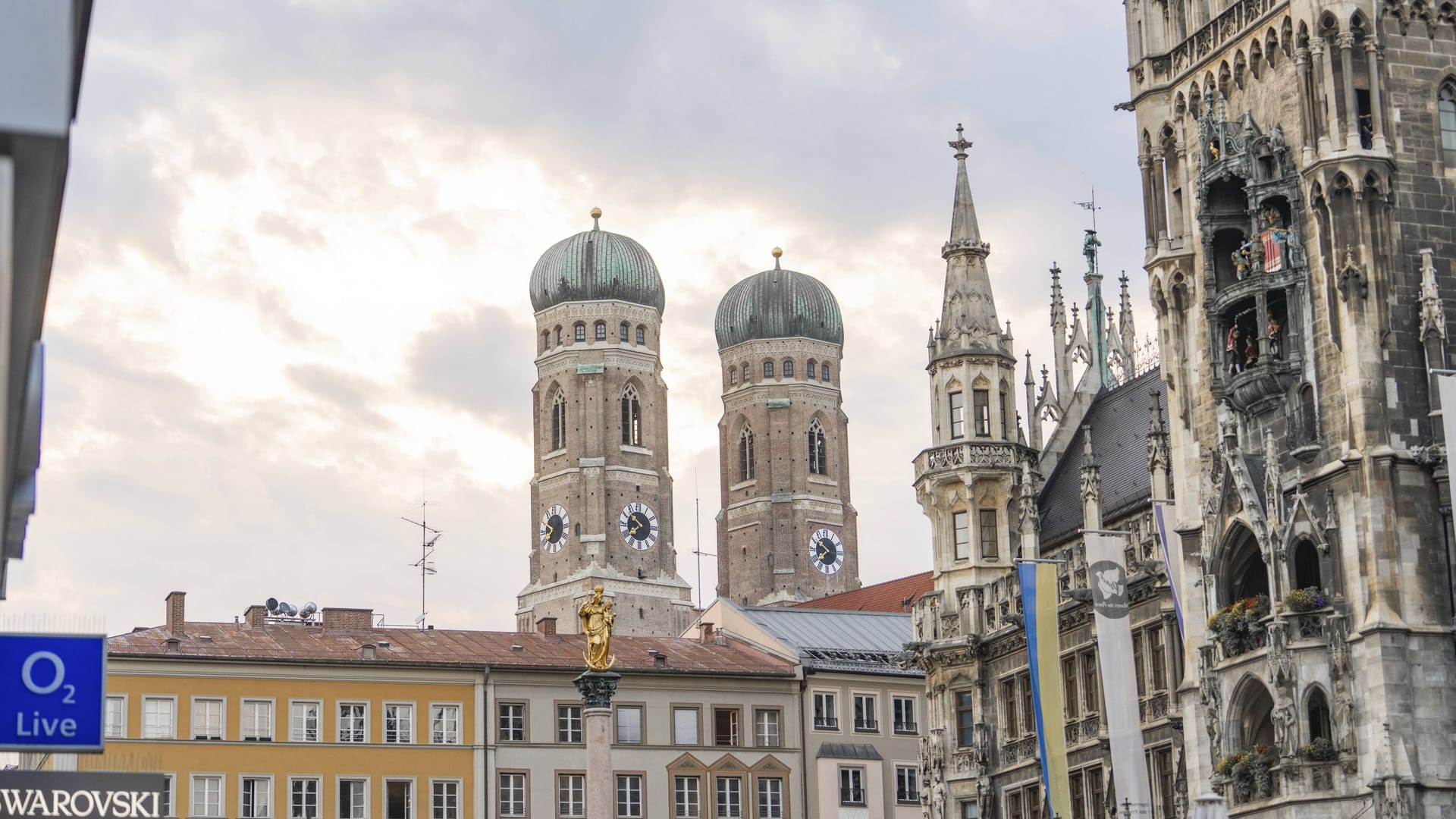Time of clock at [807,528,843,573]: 7:51
